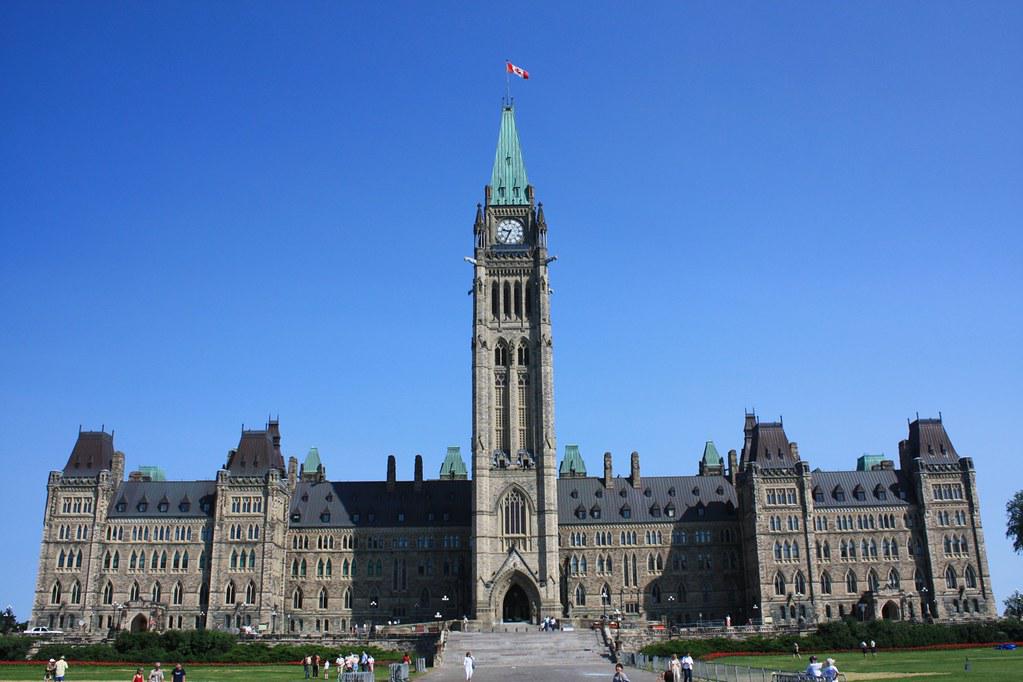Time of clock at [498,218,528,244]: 9:34
